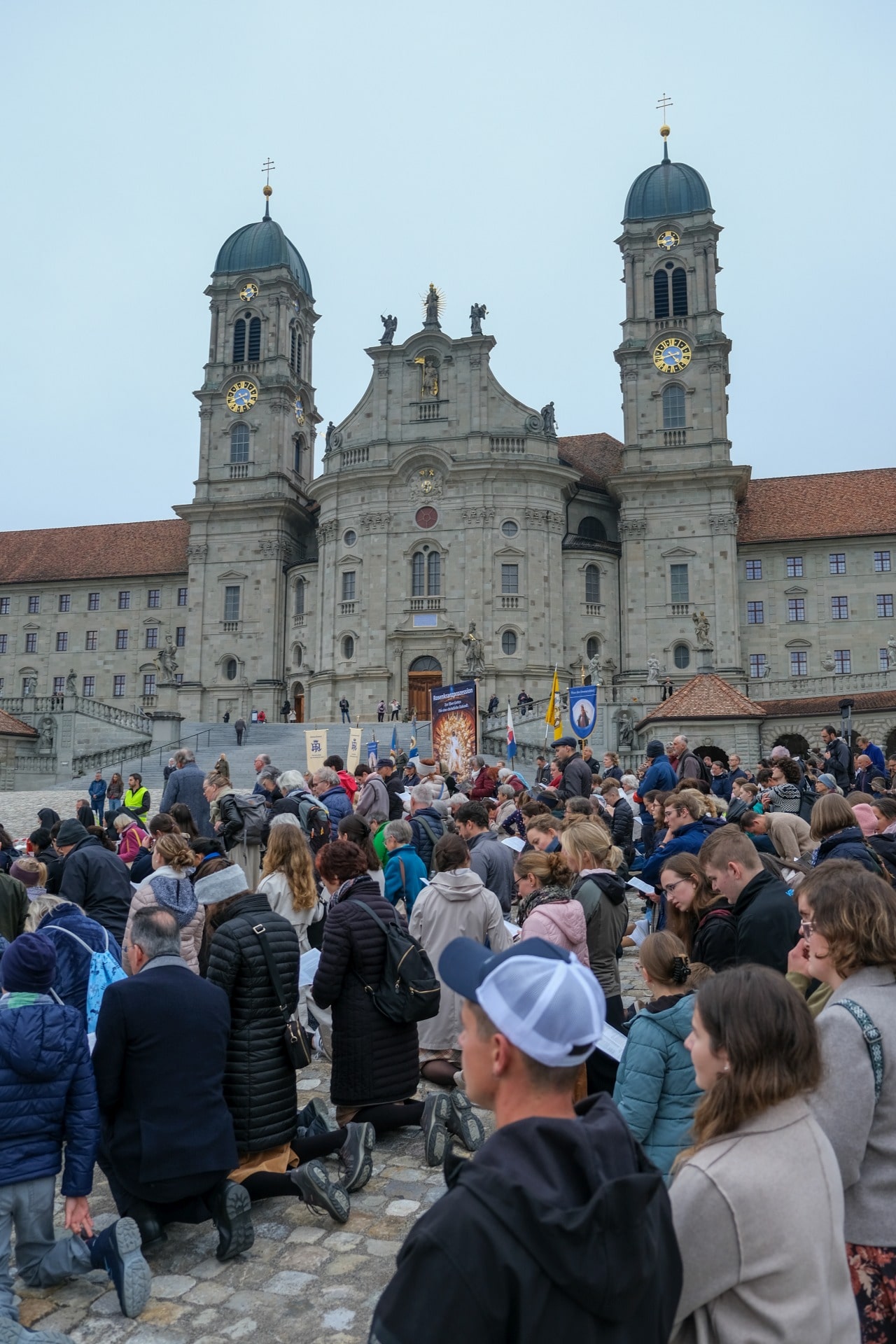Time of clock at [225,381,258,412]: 4:40
